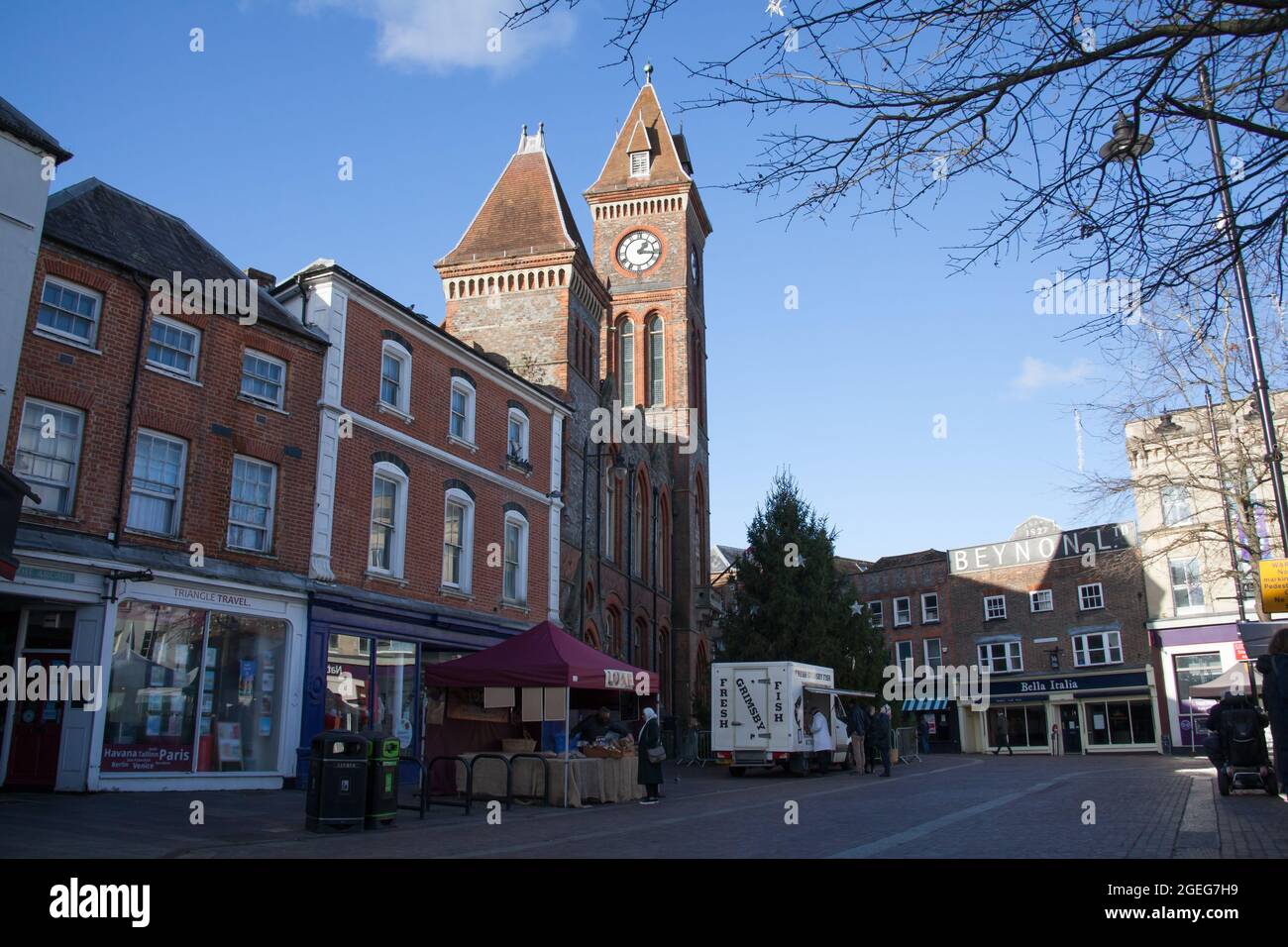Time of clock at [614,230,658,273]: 1:16
